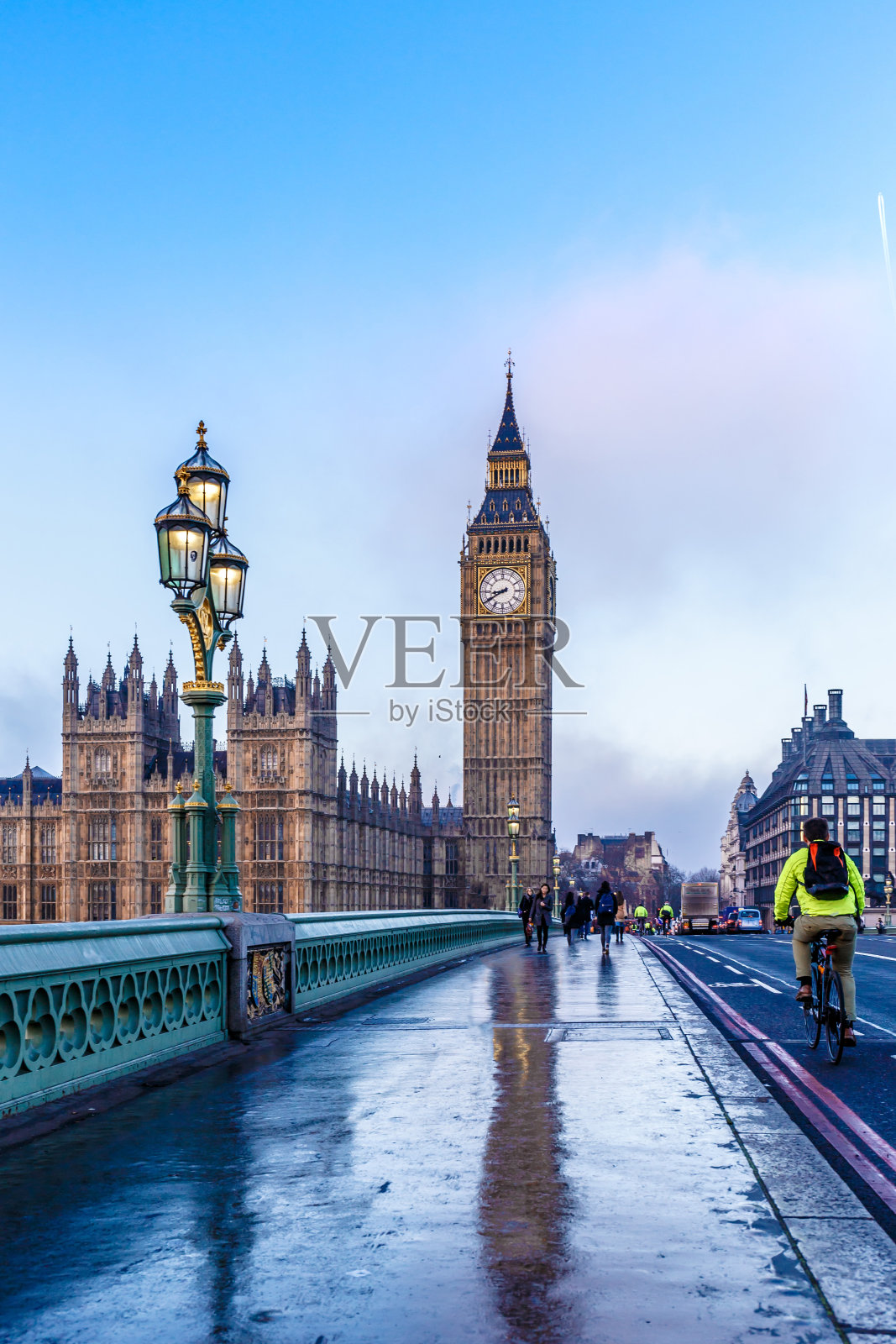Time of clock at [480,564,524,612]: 8:39
